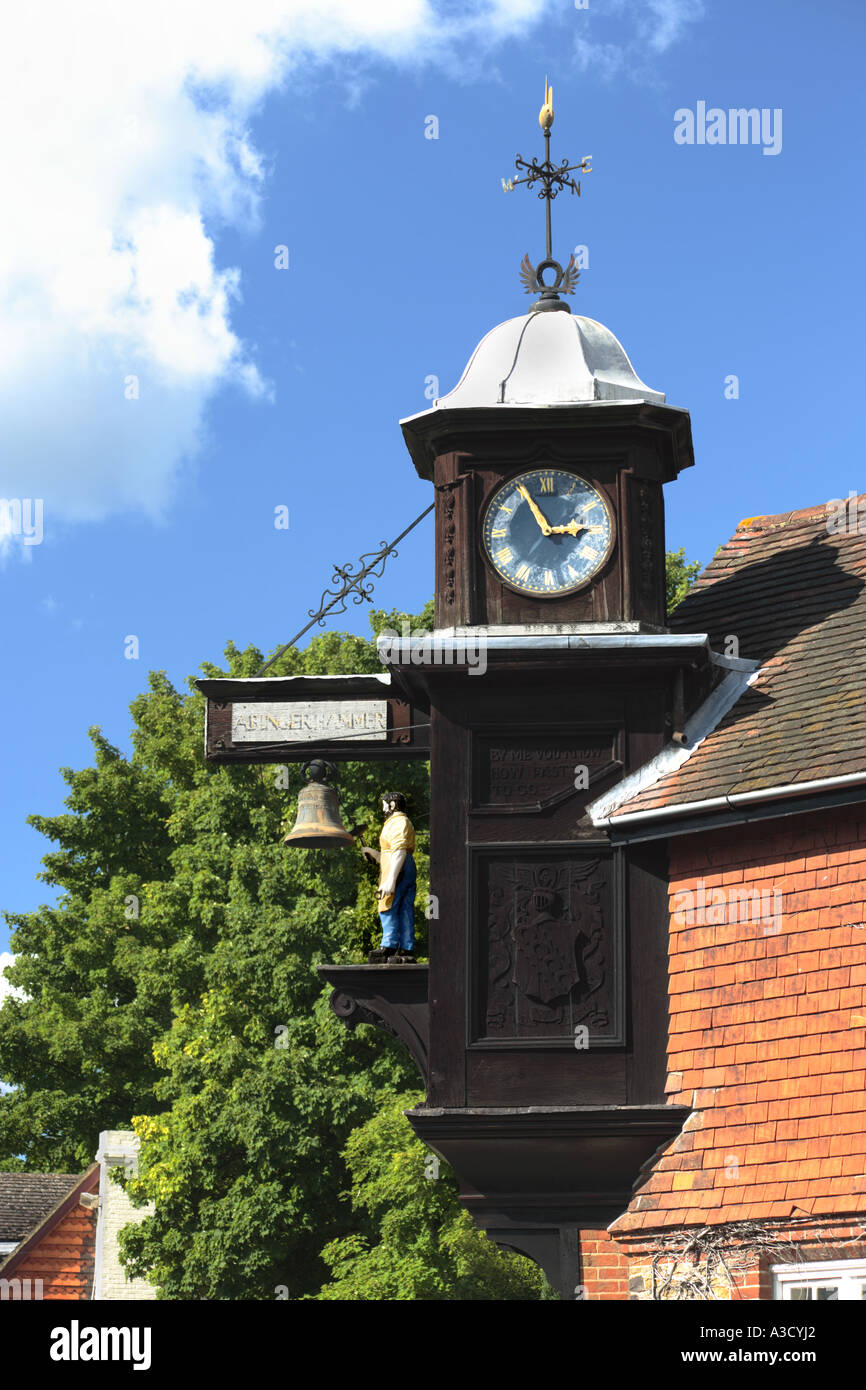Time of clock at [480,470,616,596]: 2:55
